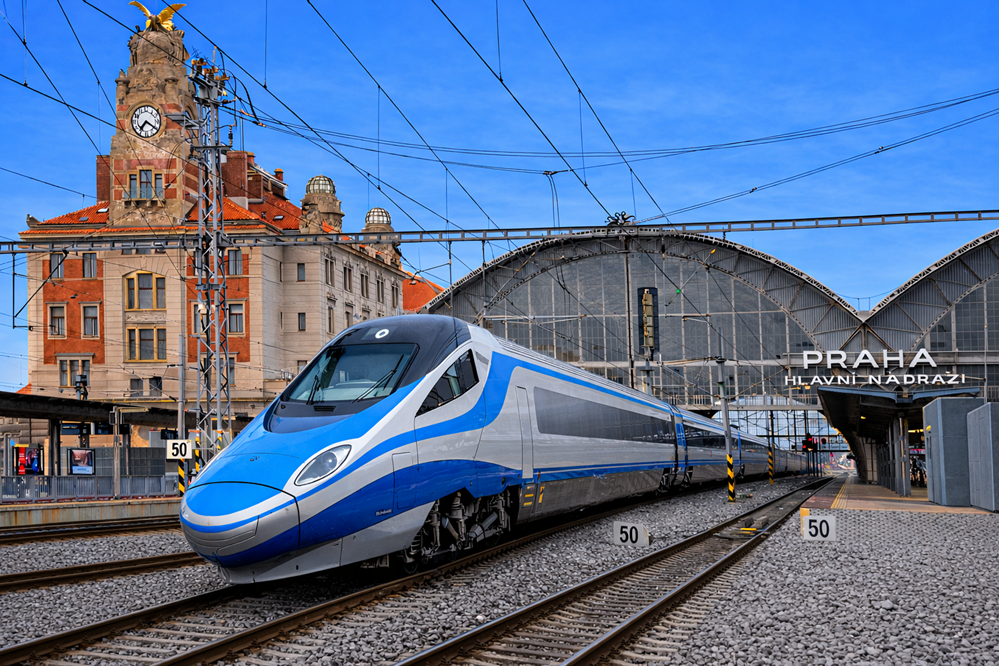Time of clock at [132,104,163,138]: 7:20
